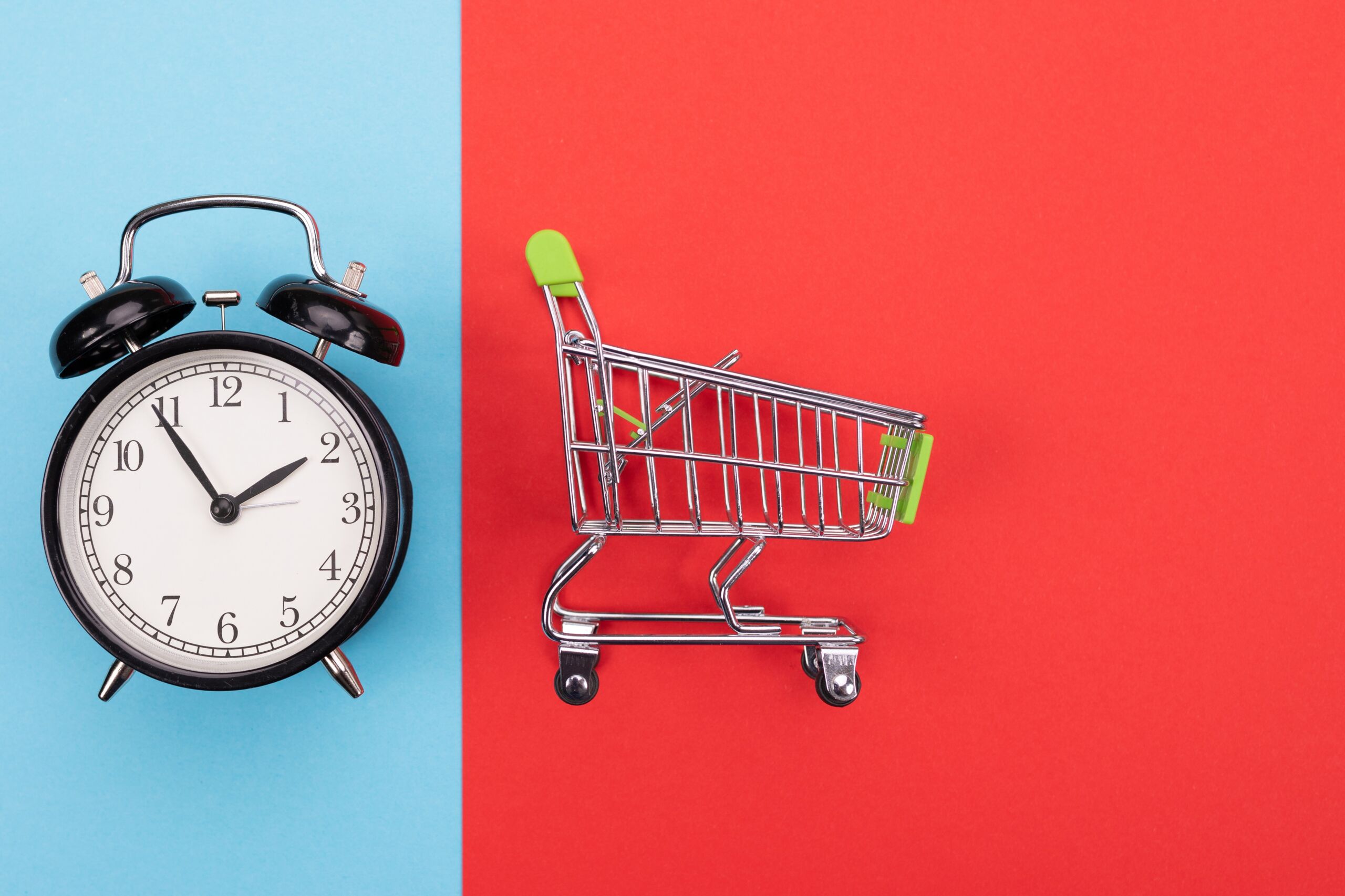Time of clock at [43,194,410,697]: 1:54
